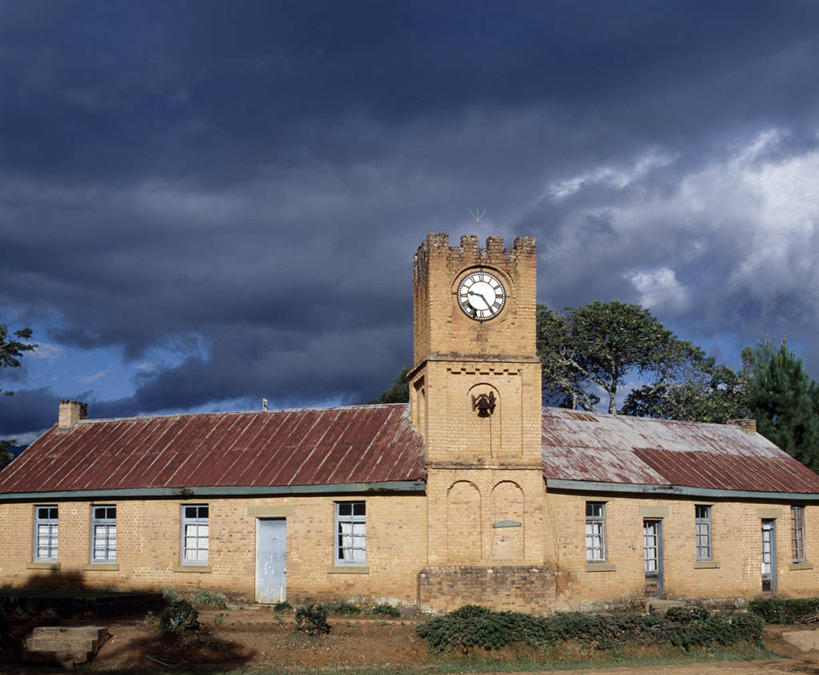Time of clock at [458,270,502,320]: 9:24
